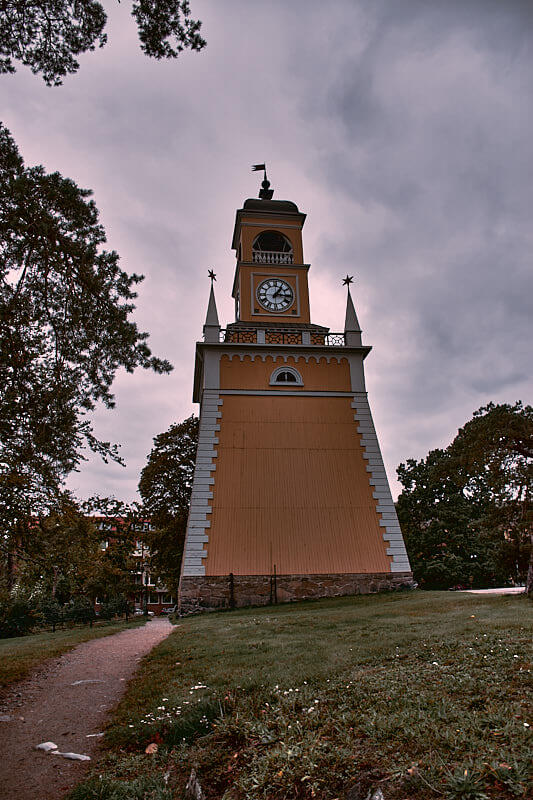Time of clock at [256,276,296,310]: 1:16
